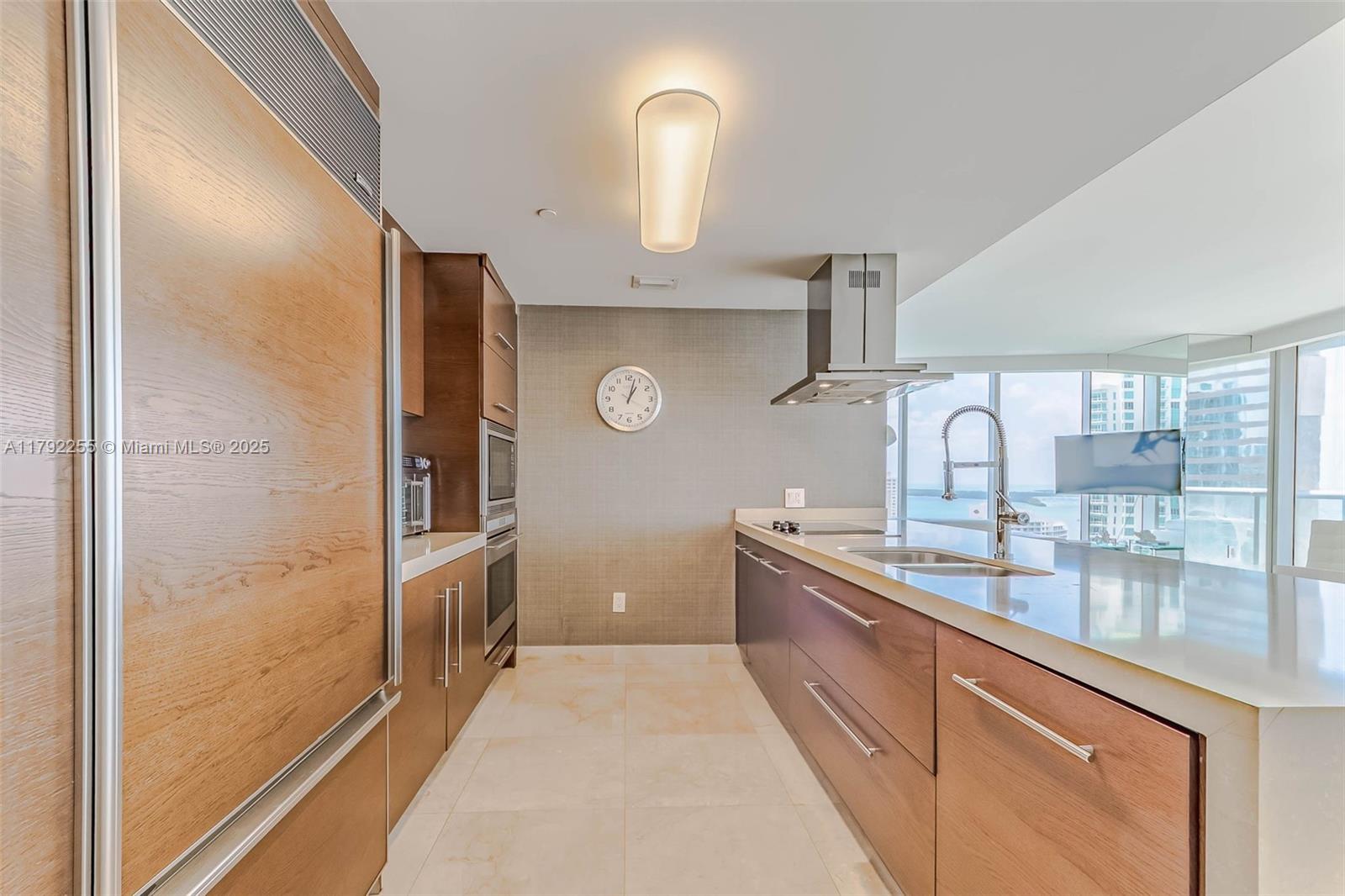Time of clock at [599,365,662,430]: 1:02
